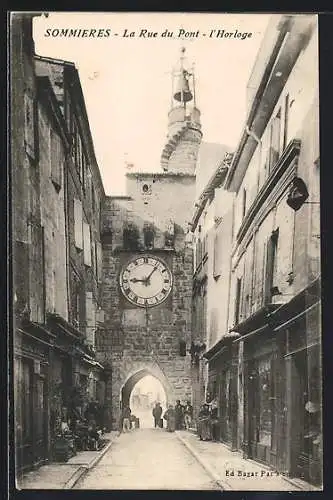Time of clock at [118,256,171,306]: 9:06
